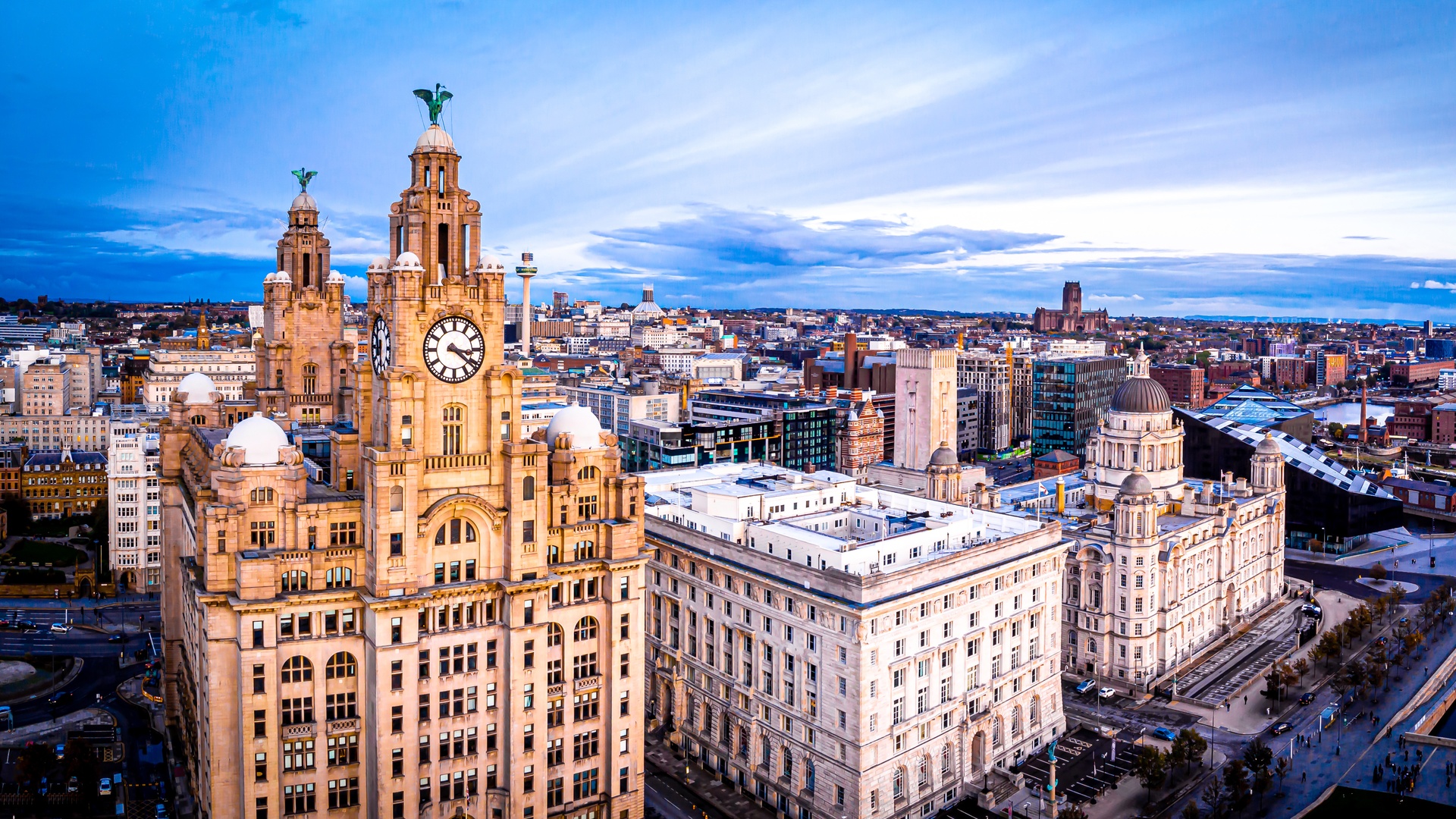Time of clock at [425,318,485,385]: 3:21
